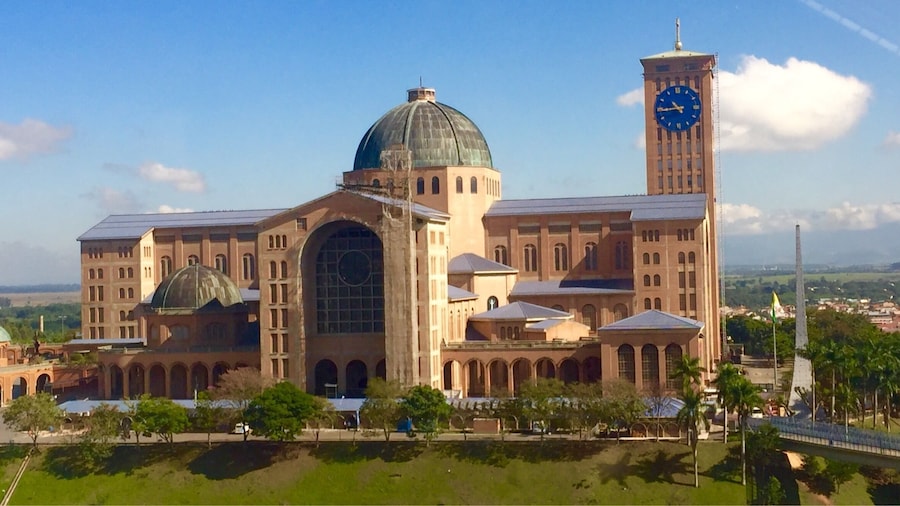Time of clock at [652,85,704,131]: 10:44
